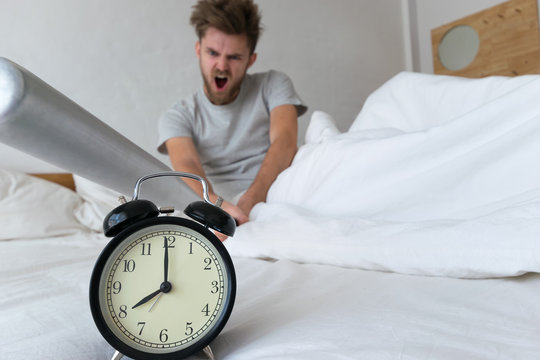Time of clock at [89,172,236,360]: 7:59
